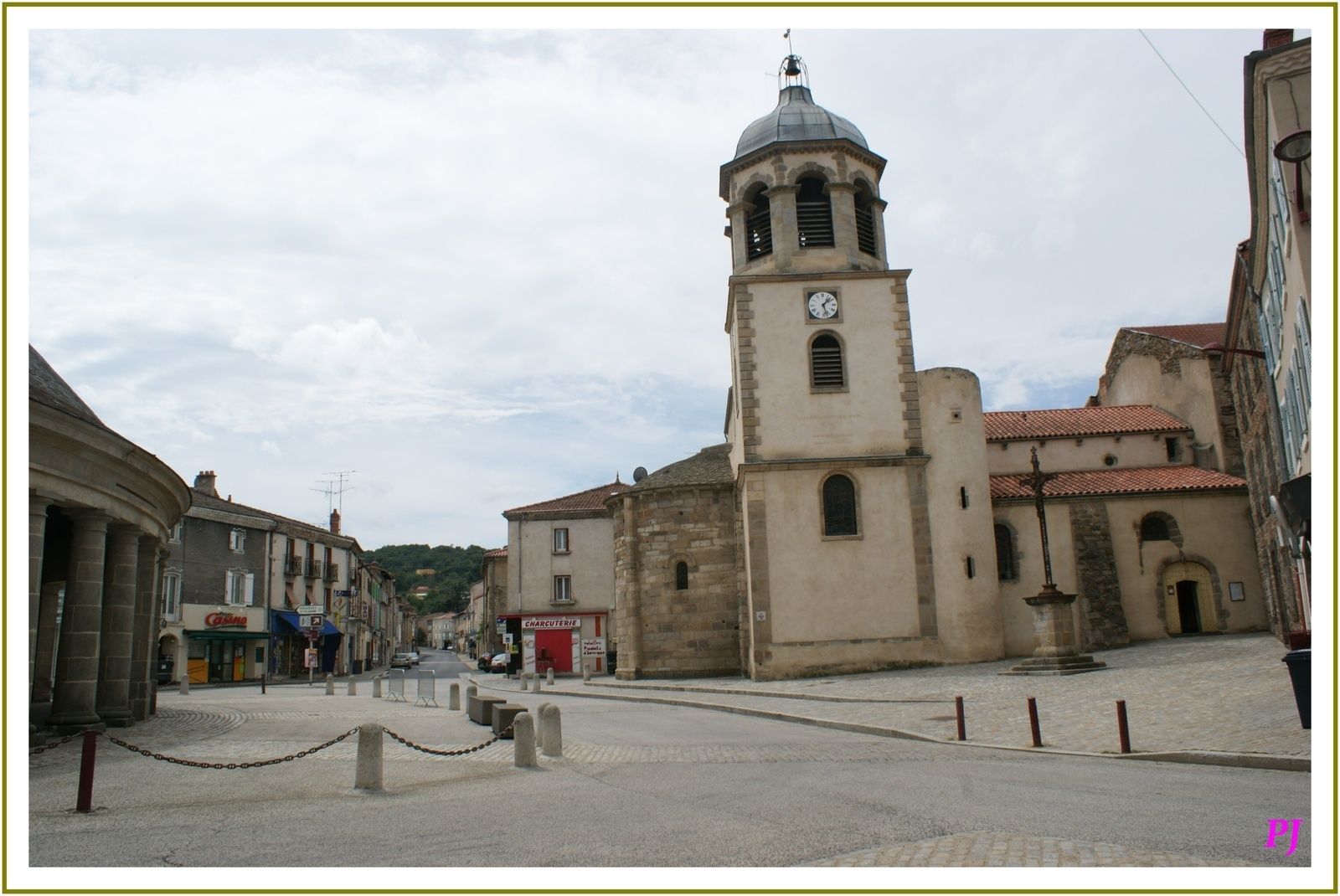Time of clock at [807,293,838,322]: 1:27
